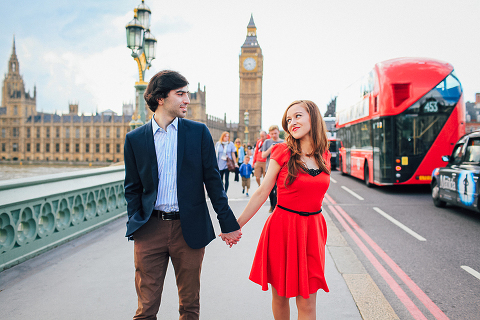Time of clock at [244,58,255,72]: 4:42
